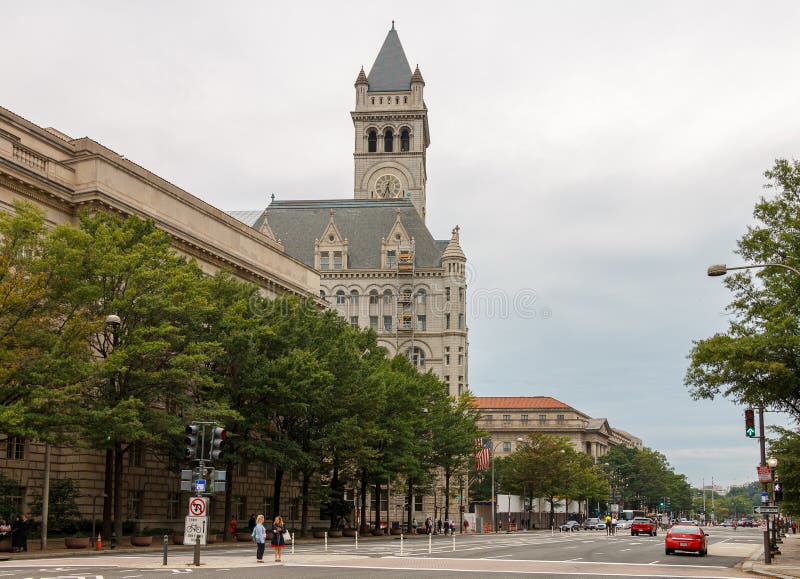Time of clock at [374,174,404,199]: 5:33
